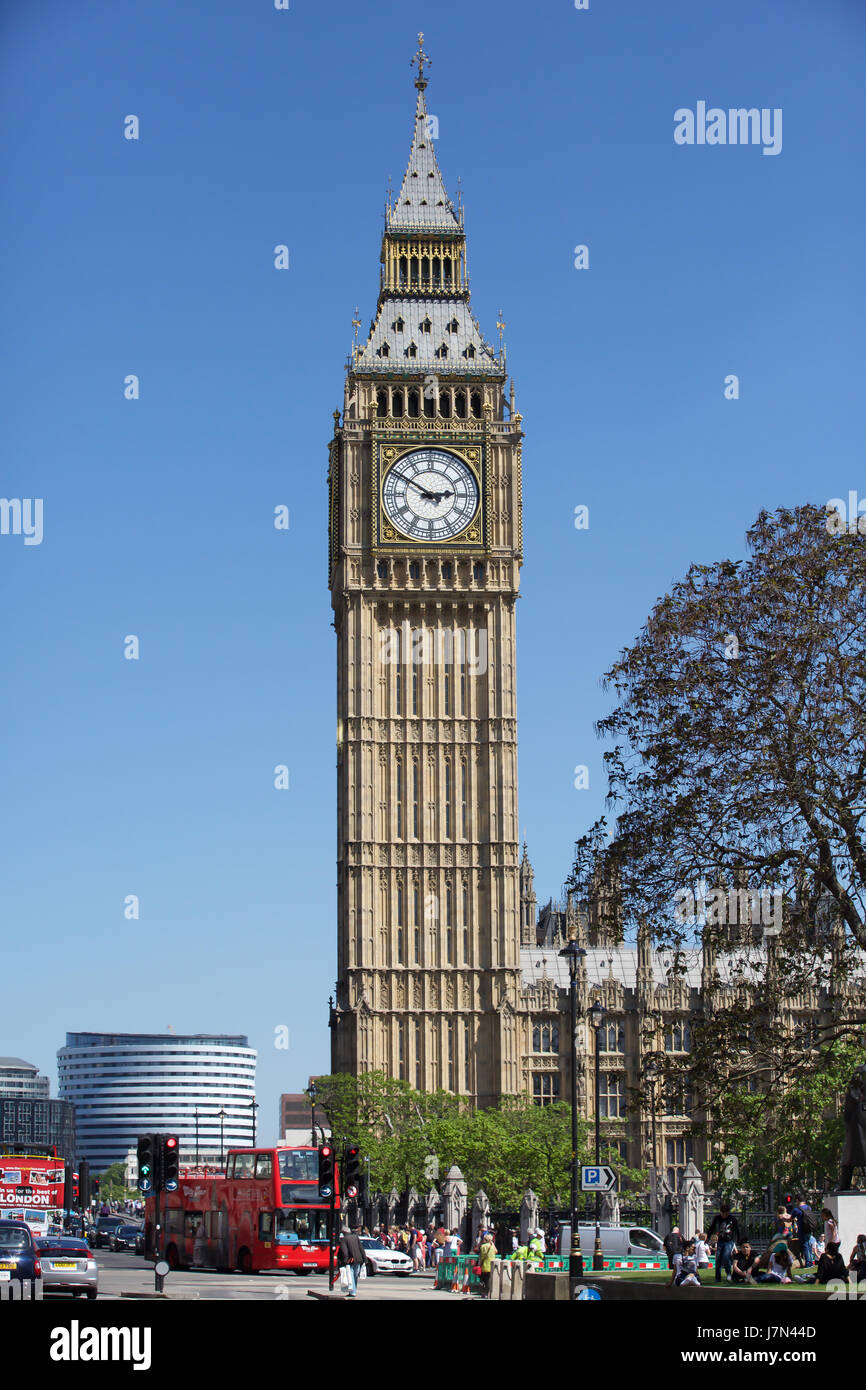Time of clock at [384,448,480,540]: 2:50
